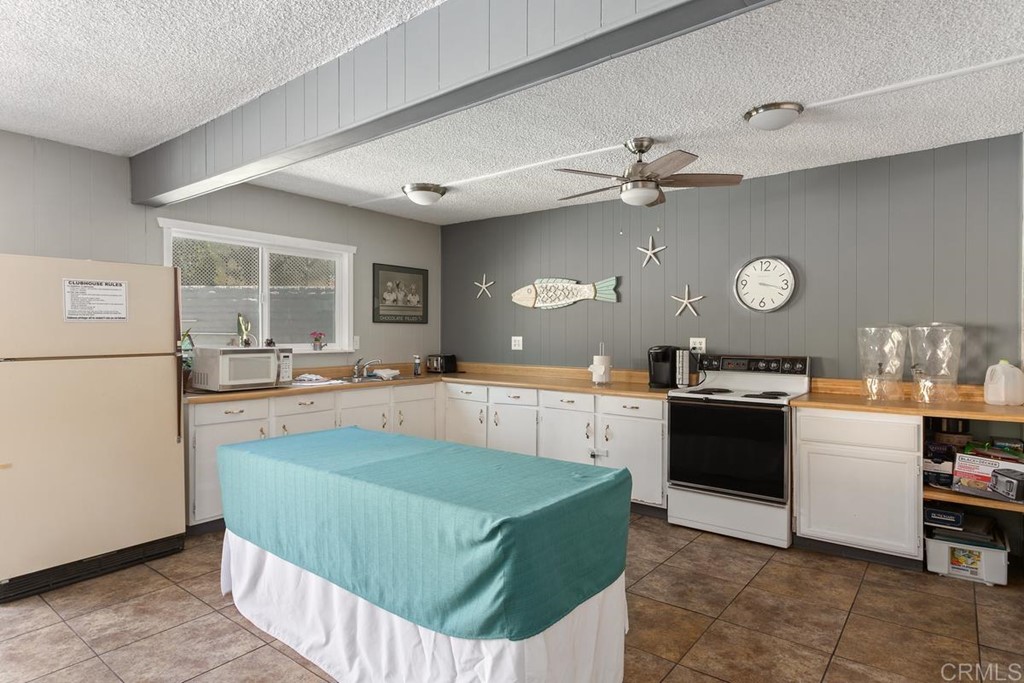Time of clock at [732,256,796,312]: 3:17
